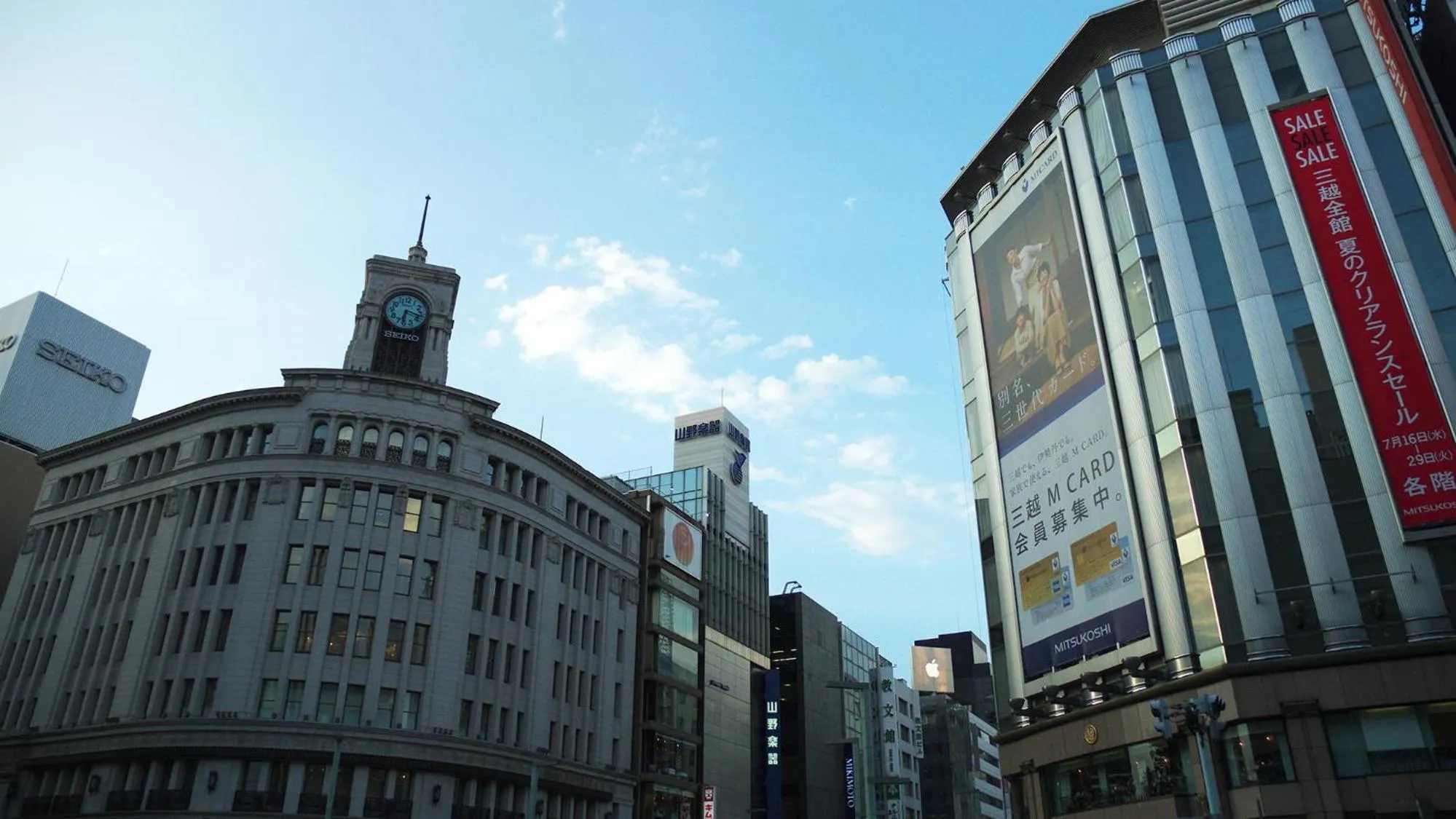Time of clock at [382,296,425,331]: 6:17
